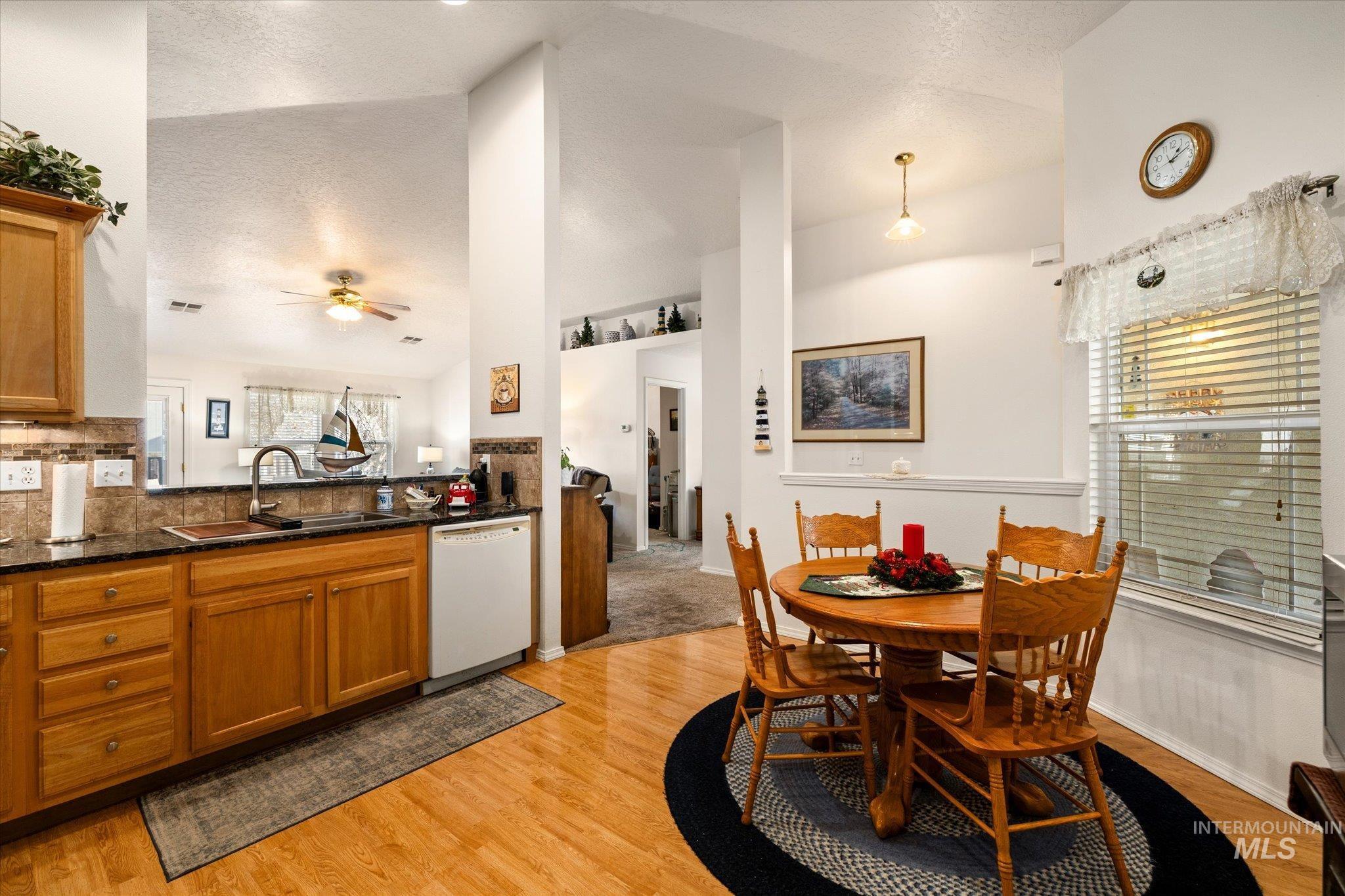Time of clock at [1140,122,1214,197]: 1:10
